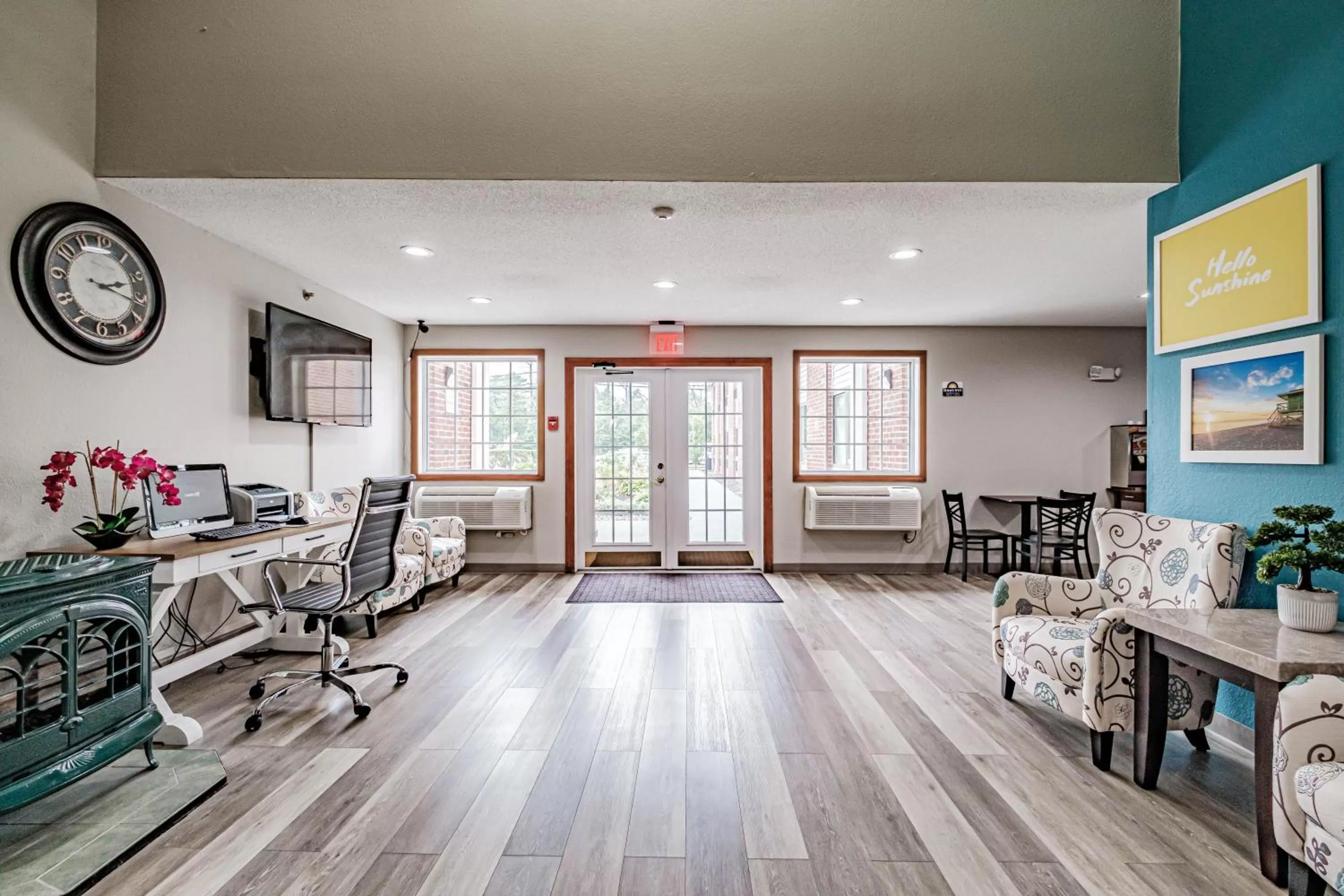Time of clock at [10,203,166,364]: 2:16
